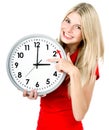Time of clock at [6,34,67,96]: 3:00
